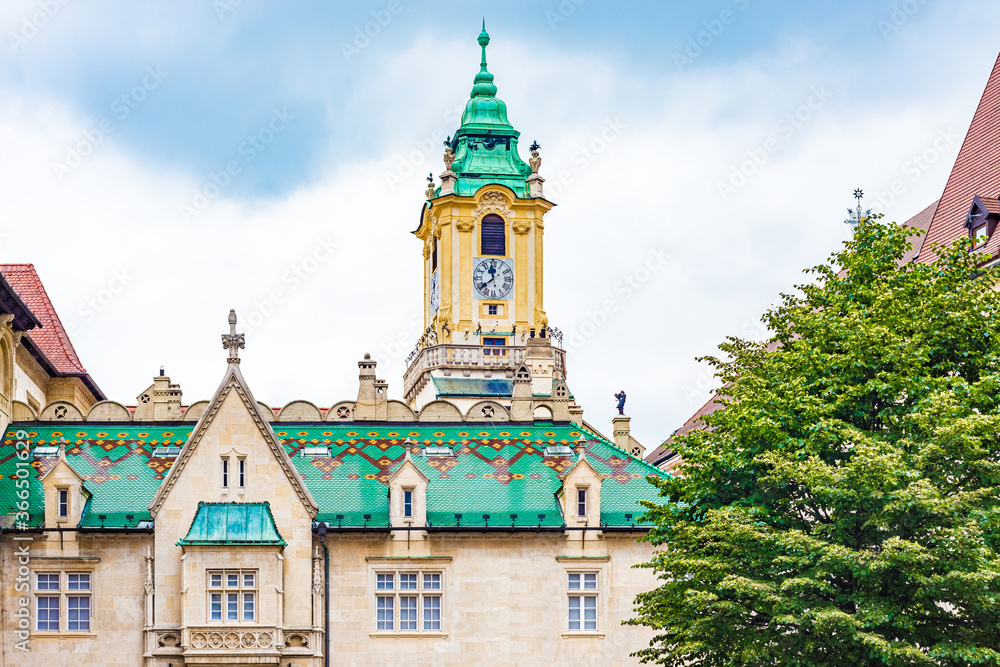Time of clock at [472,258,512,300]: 11:38
